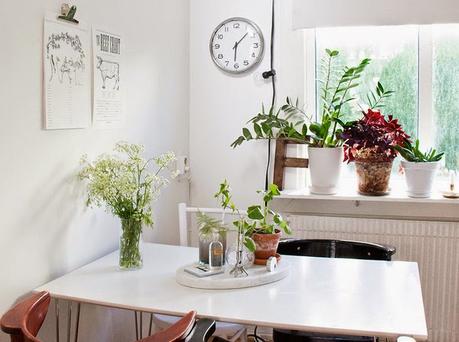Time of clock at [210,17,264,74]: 6:07
